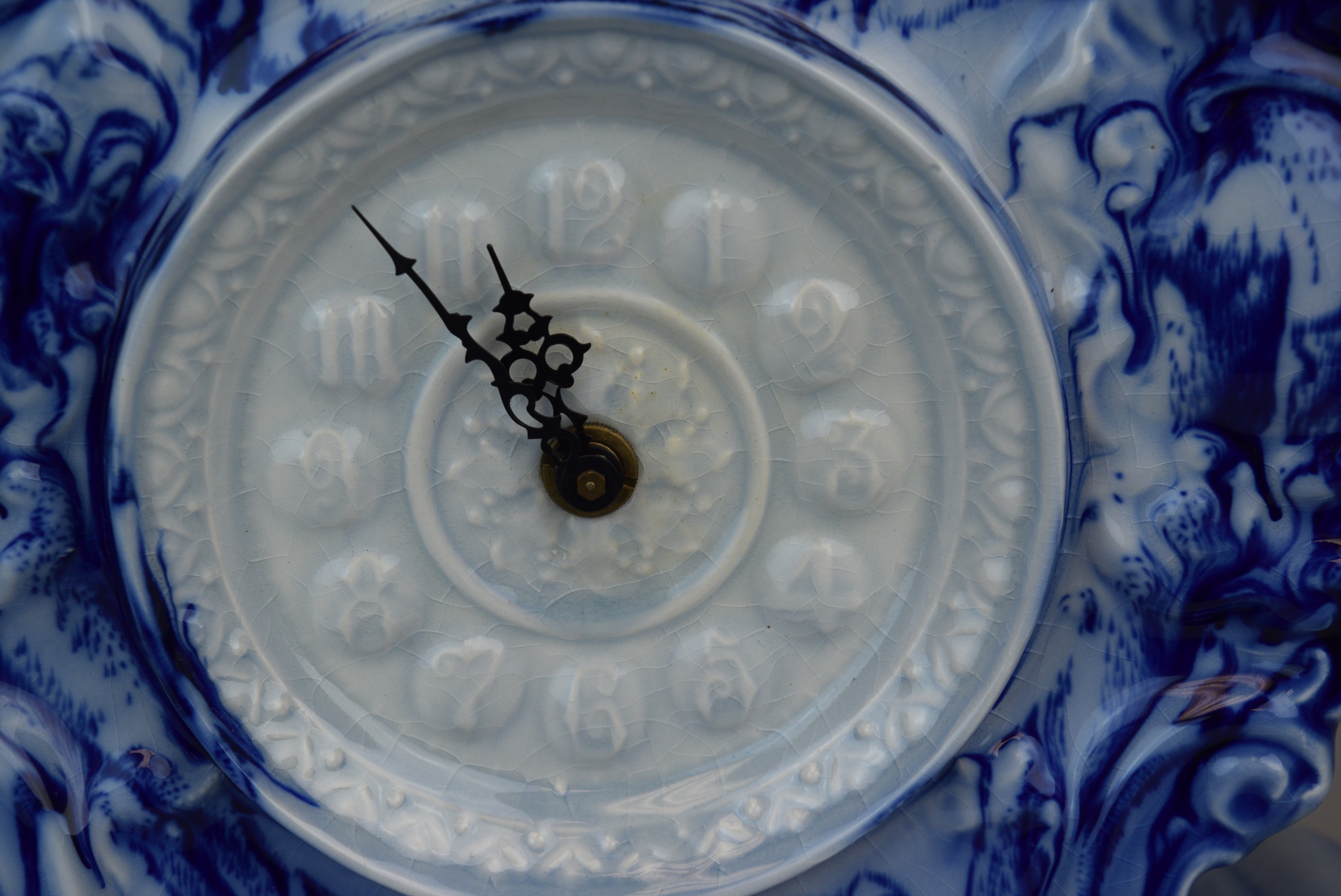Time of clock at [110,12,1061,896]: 11:54
